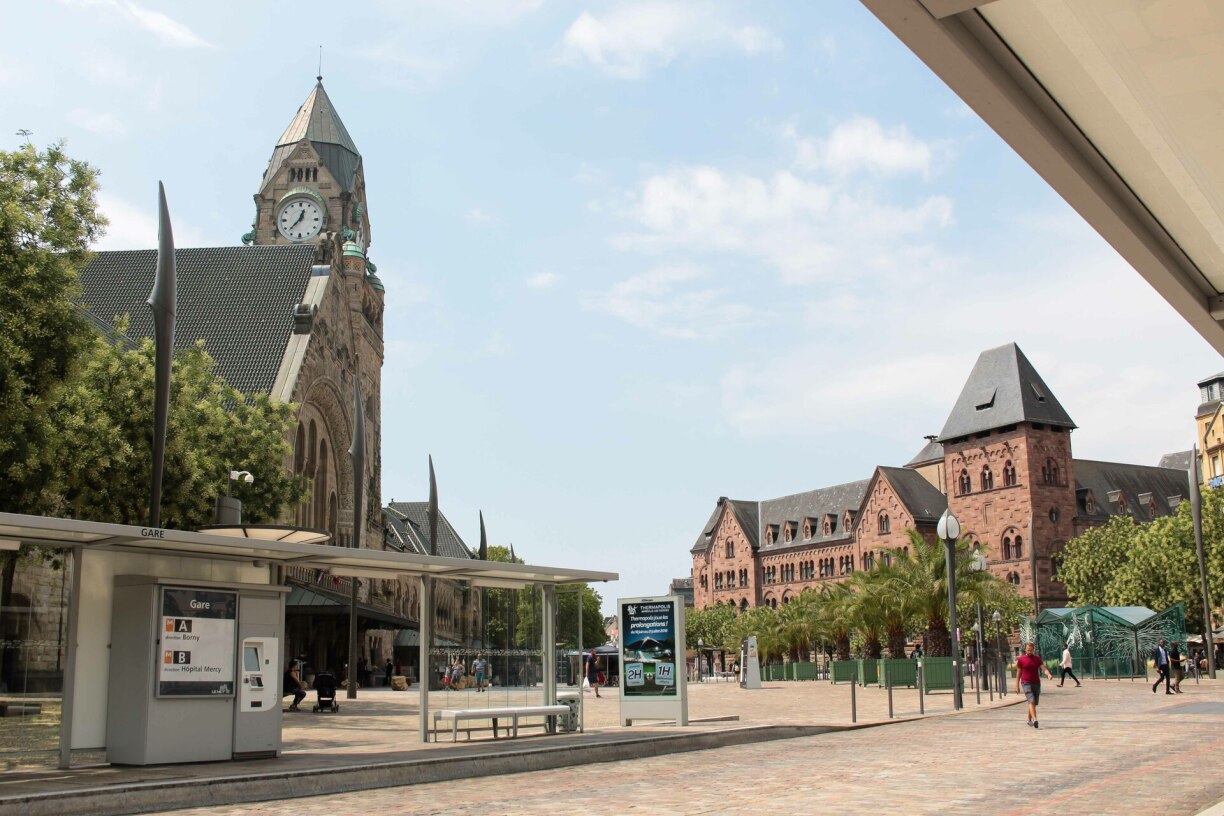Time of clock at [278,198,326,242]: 12:37
